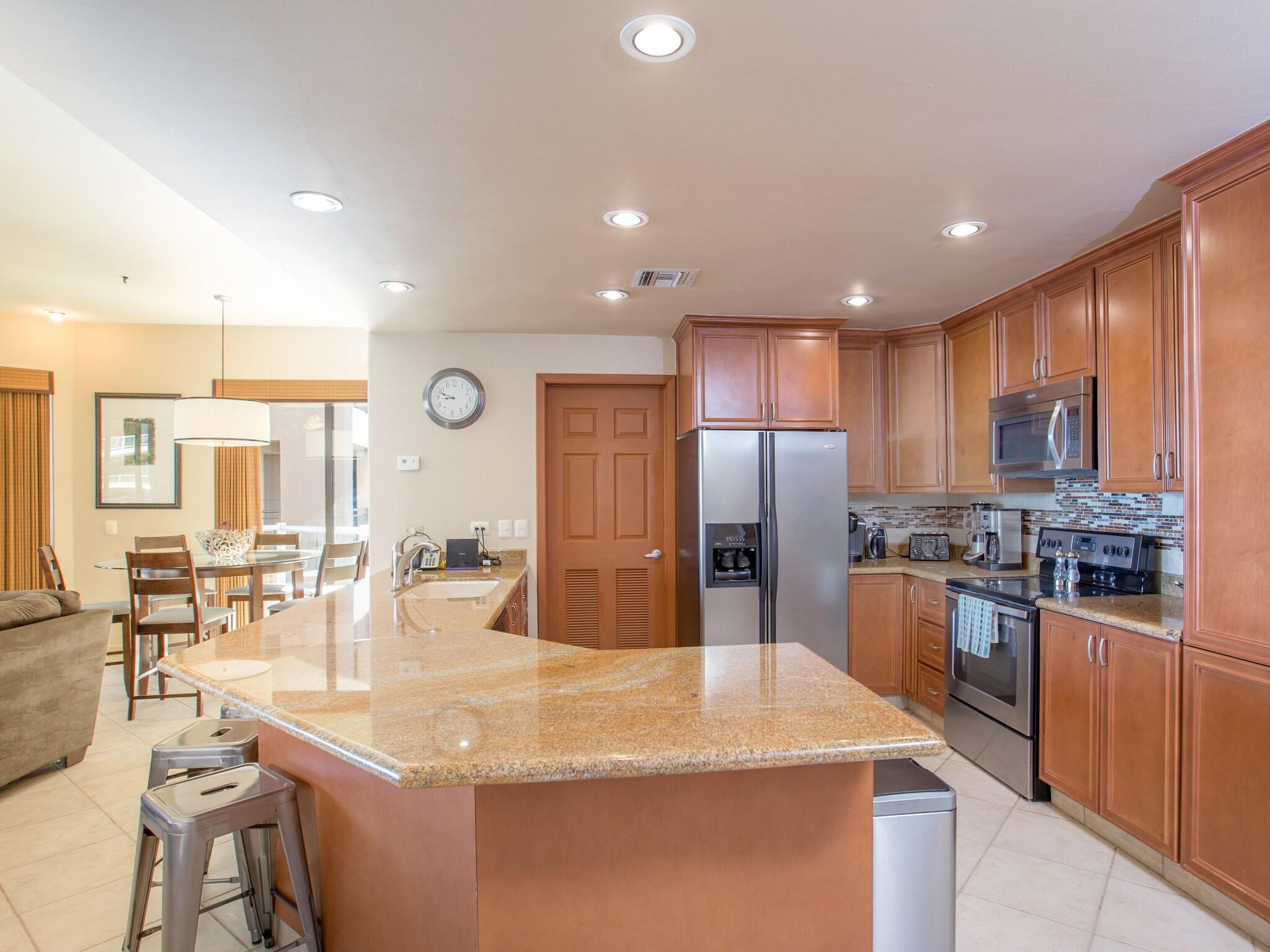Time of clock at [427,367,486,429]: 8:48
